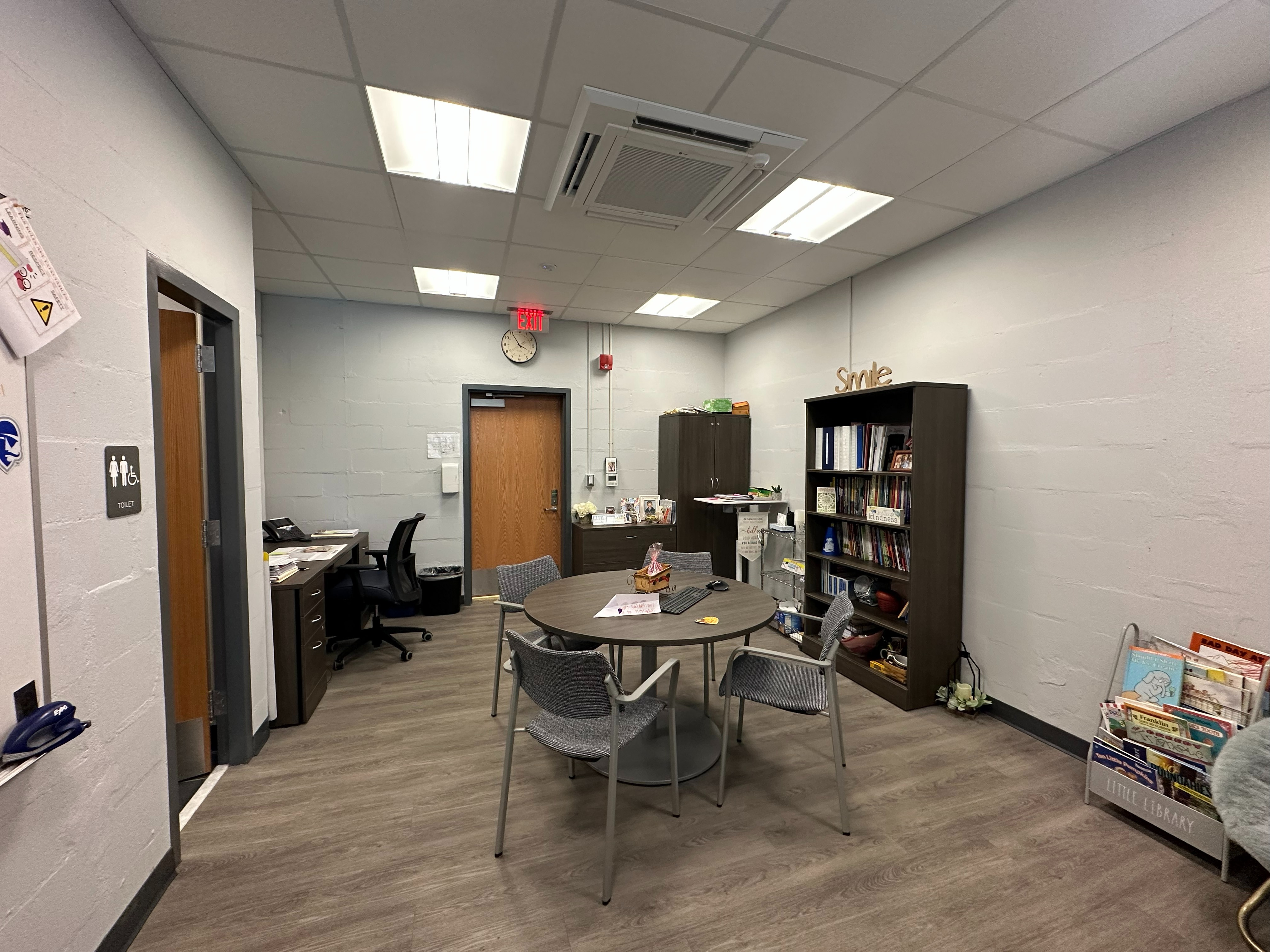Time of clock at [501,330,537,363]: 3:54
